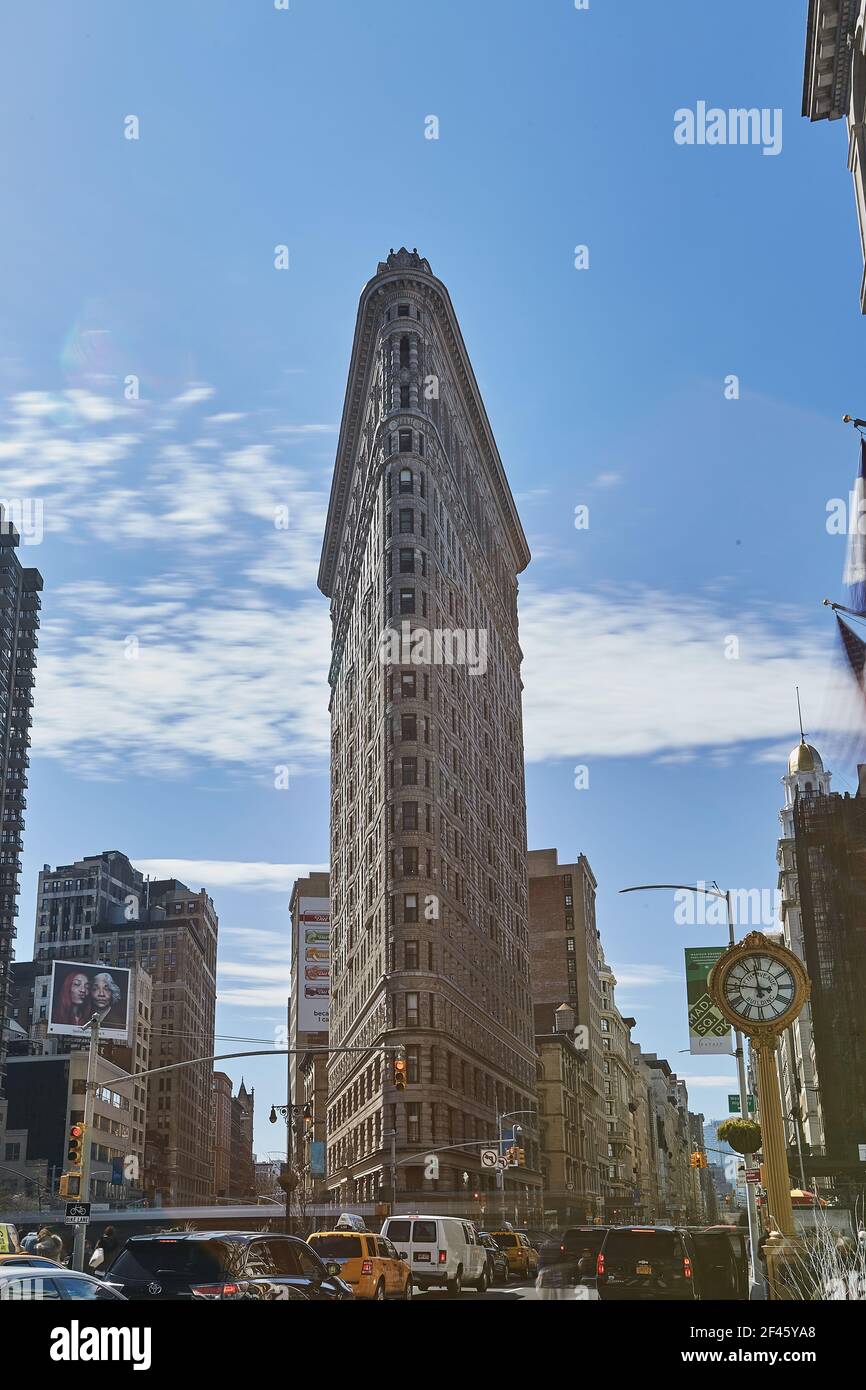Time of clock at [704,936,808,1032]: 11:46
